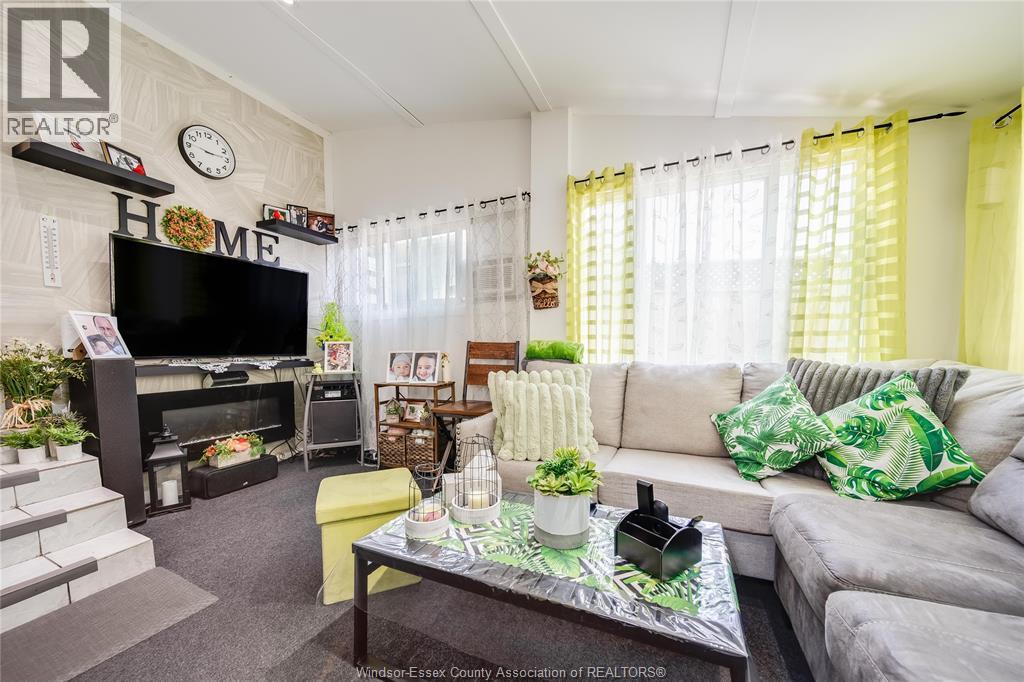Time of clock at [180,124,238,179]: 2:46
